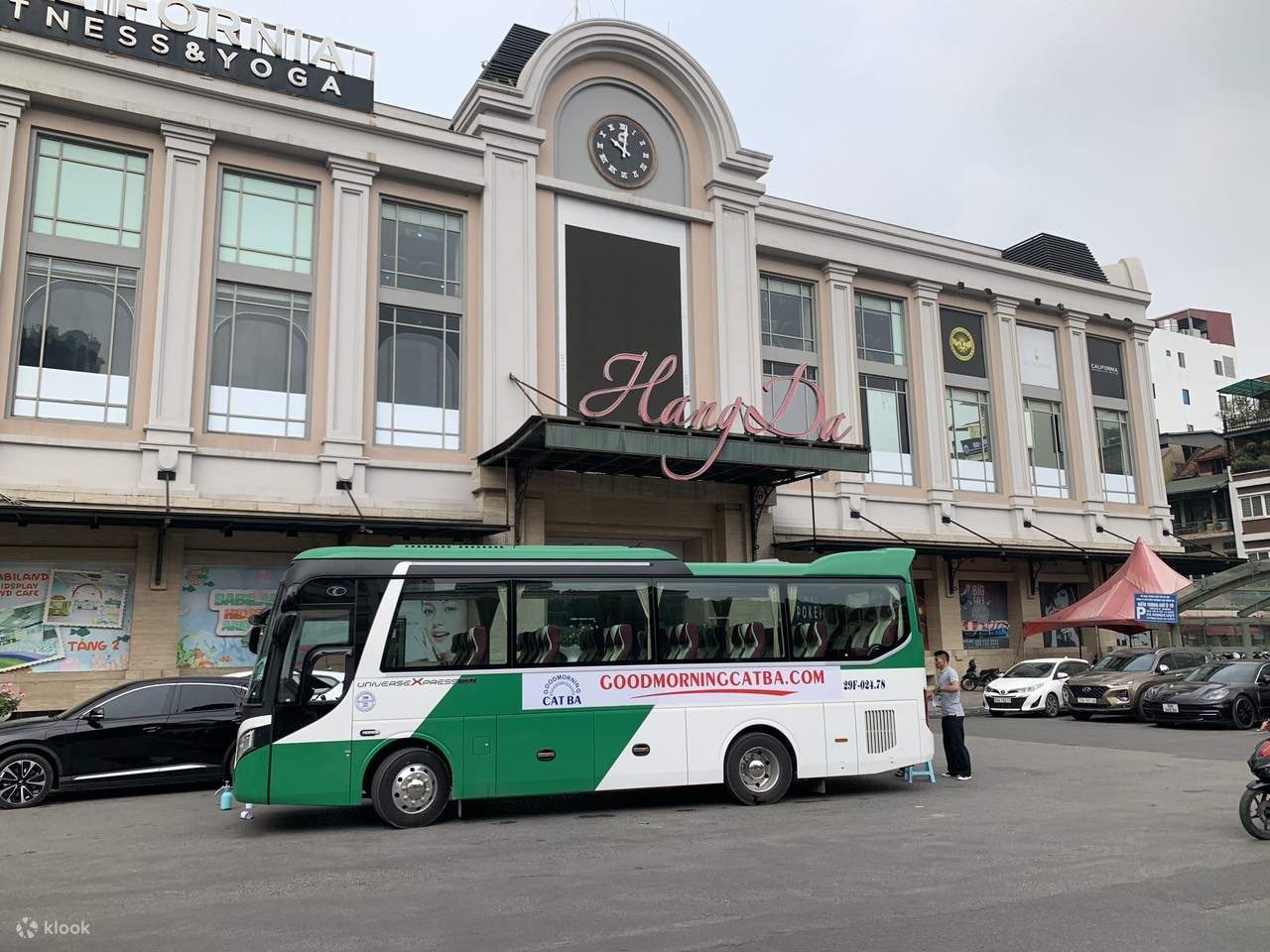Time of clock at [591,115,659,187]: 10:01
